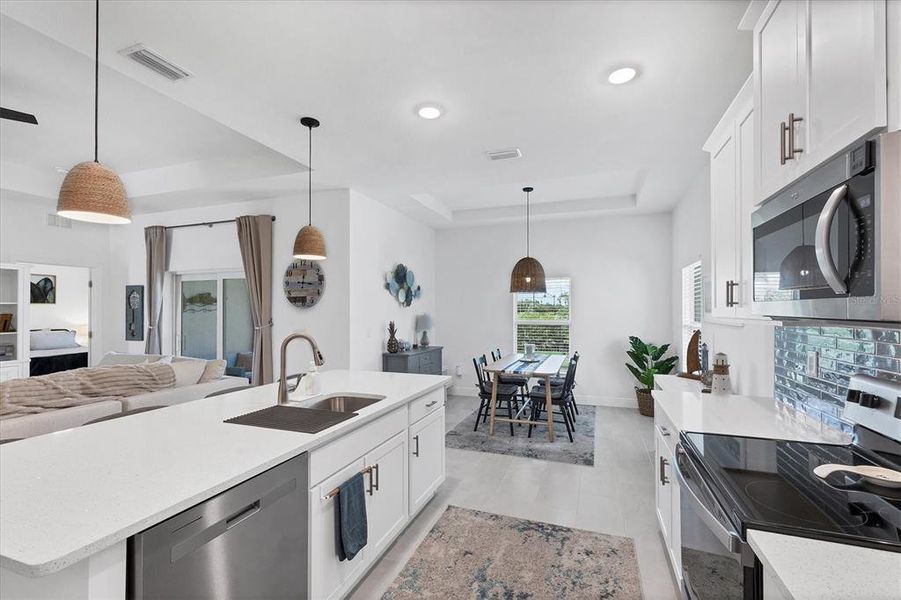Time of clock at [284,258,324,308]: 12:16
